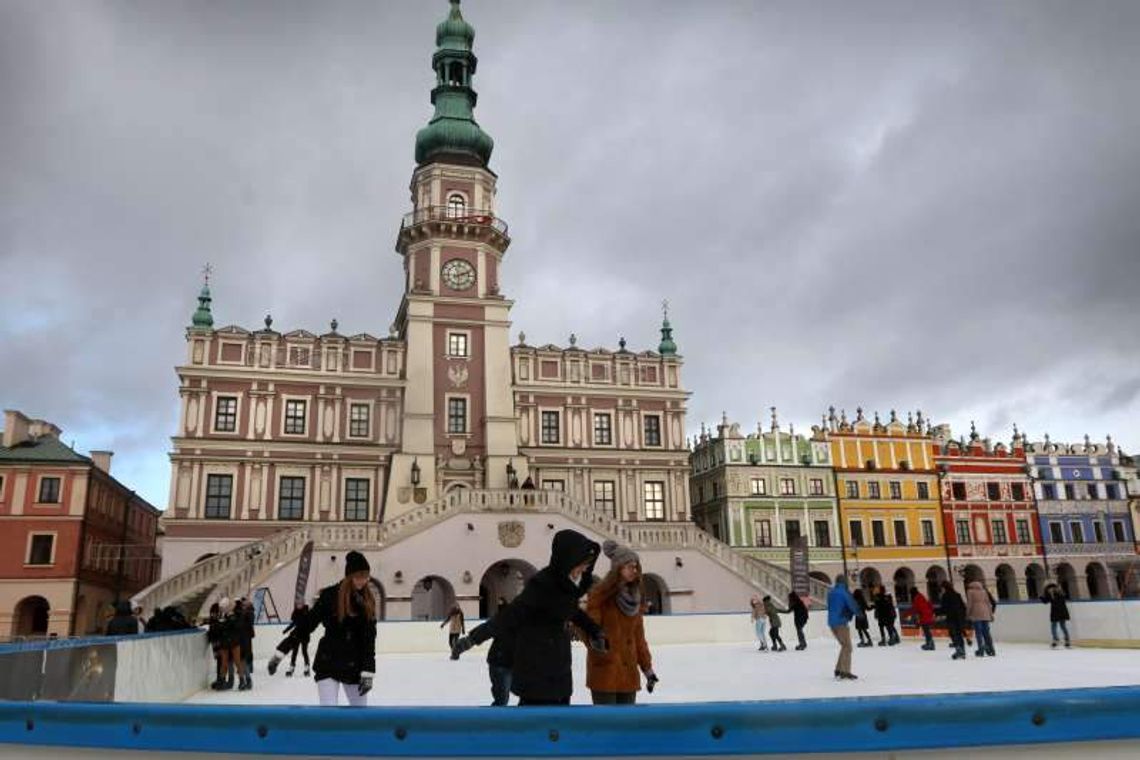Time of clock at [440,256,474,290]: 2:11
